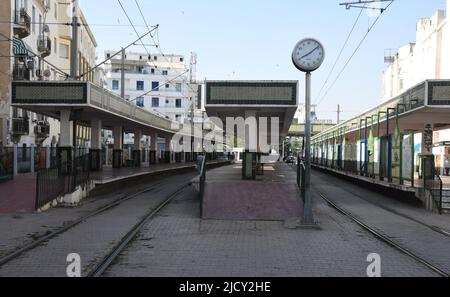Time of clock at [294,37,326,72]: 8:08
